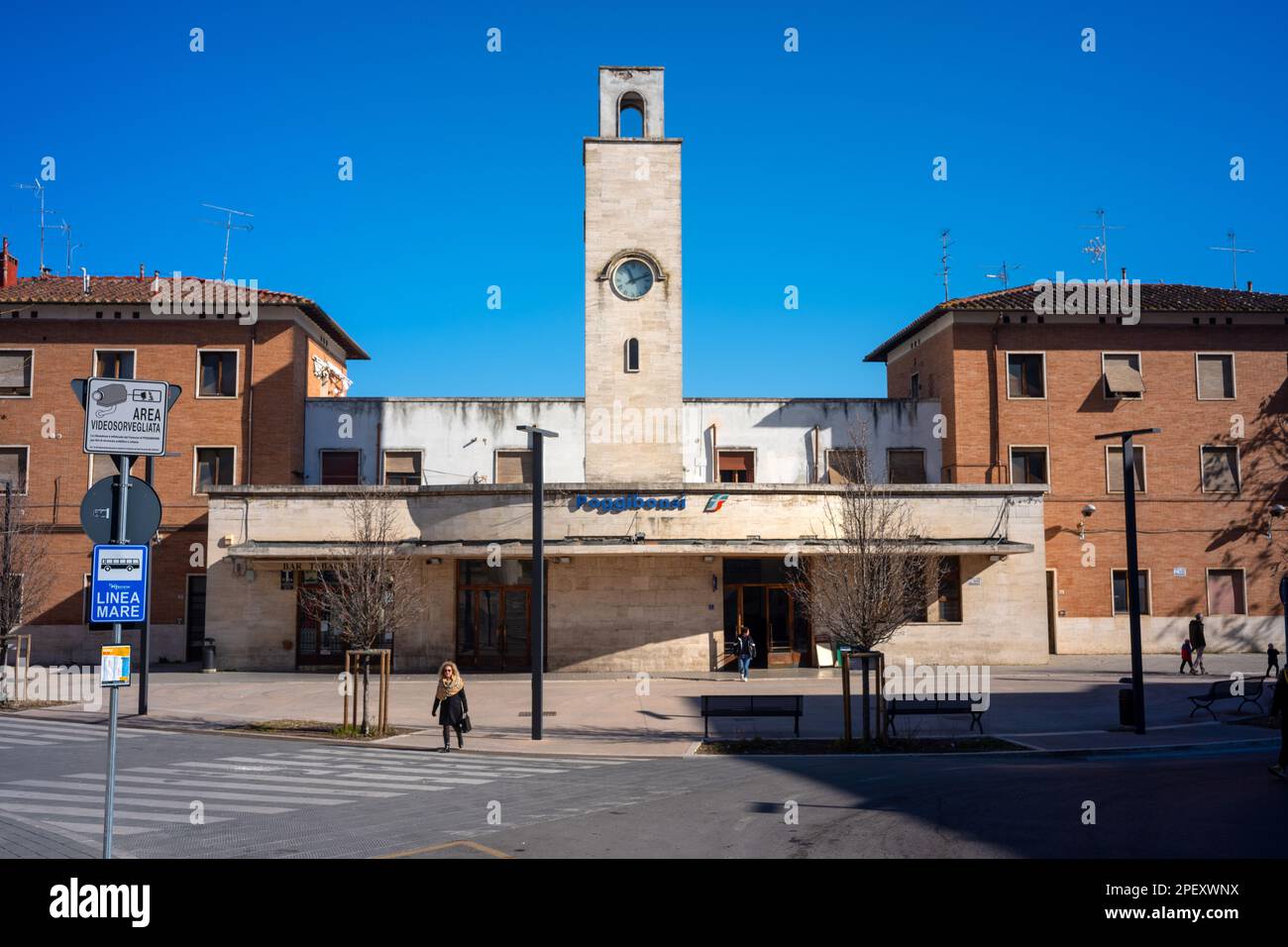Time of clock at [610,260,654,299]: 11:11
